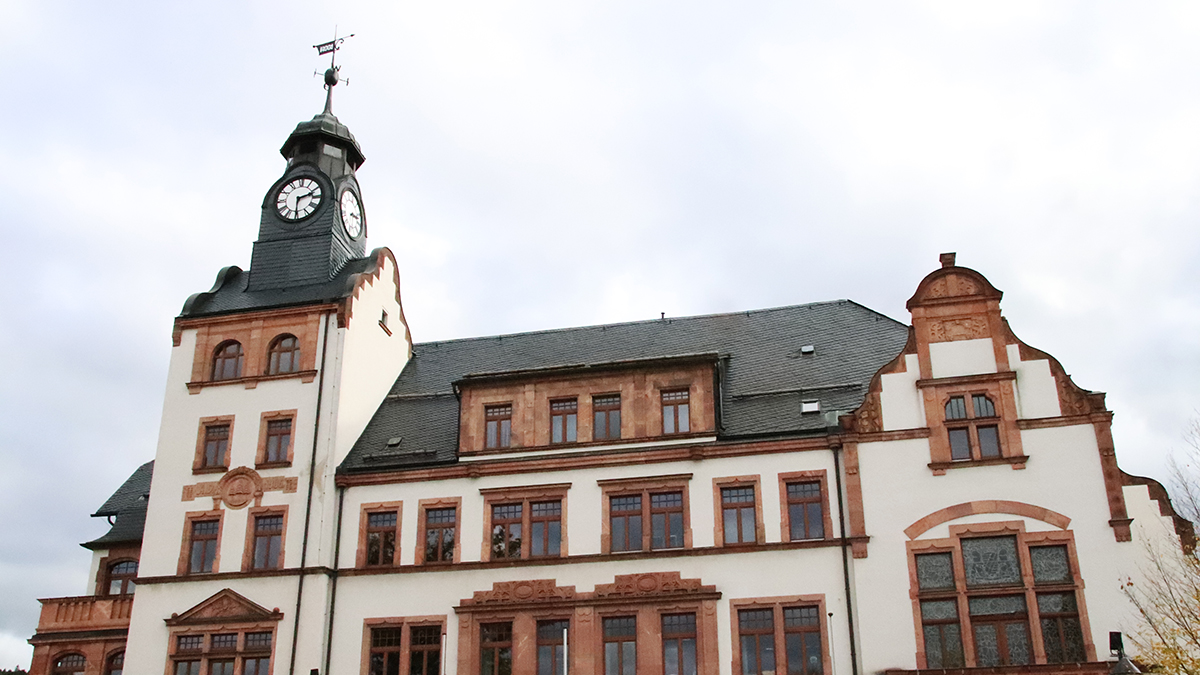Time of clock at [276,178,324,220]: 2:30
